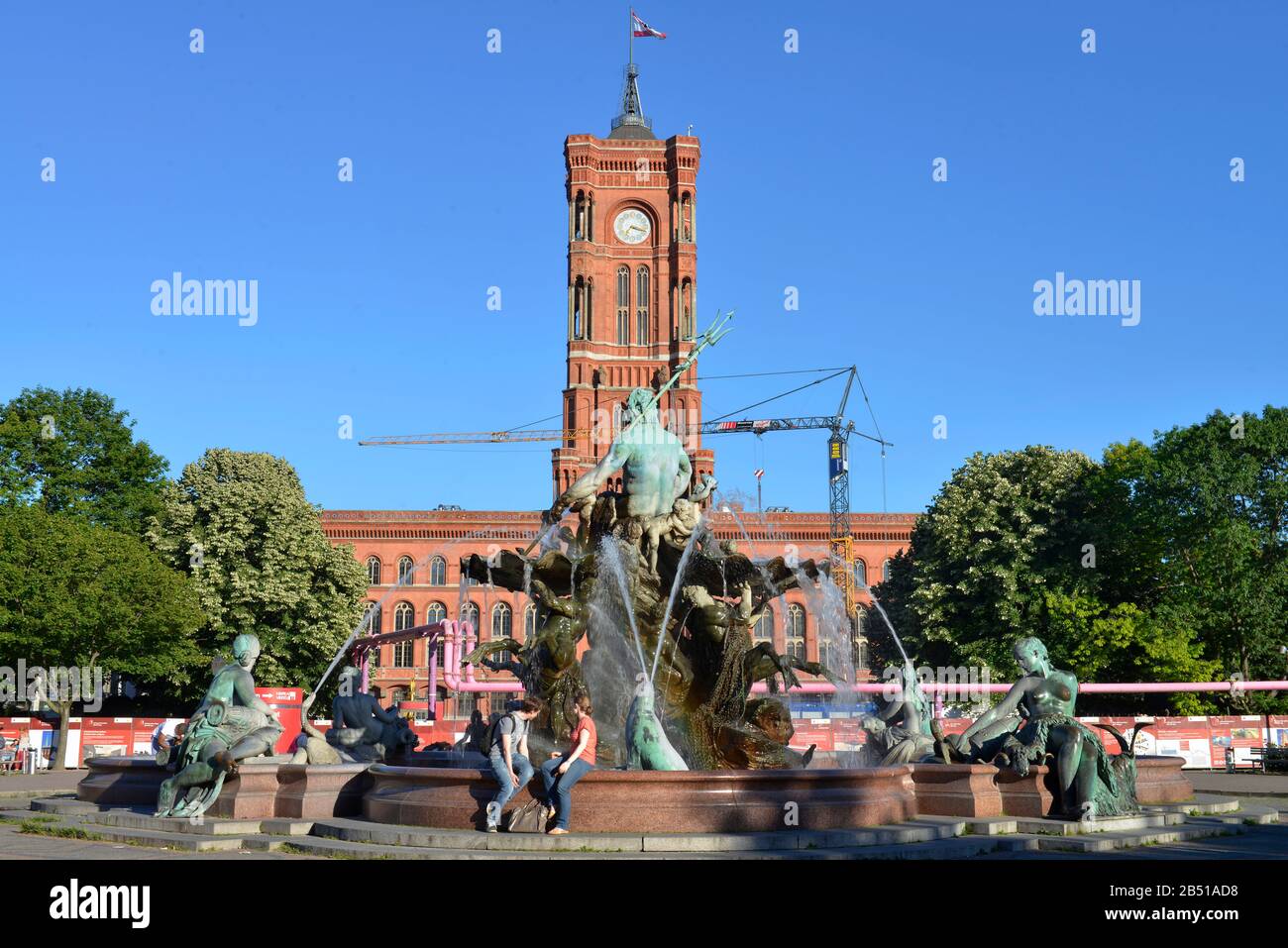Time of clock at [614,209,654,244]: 7:17
